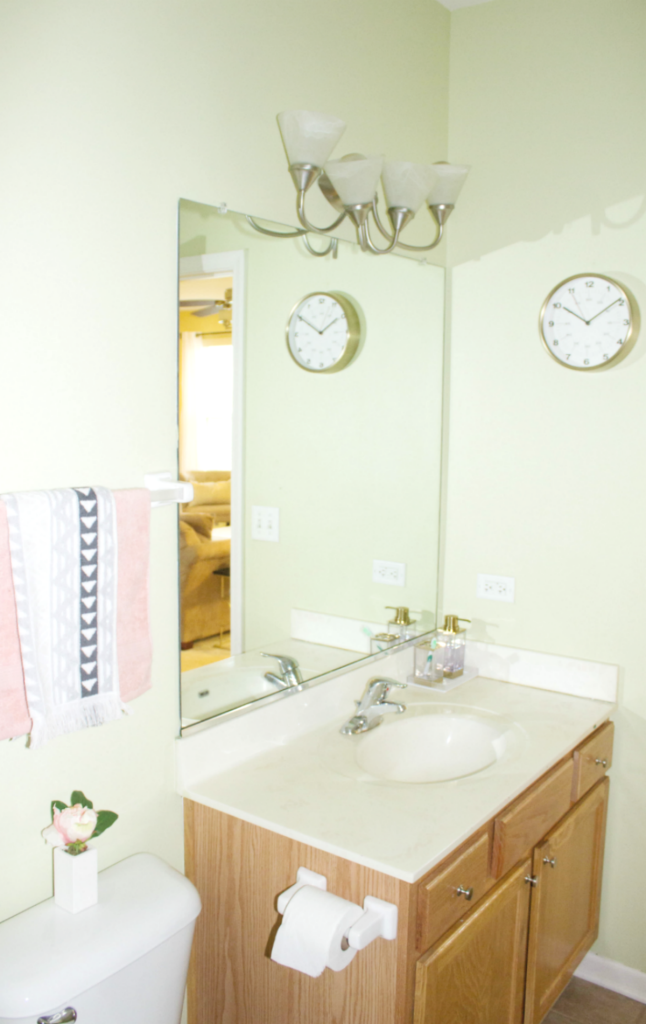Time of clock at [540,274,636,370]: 10:08
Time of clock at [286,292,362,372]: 1:50
